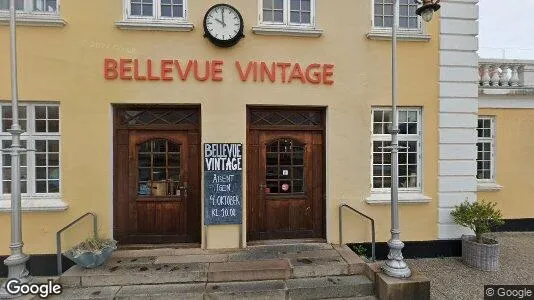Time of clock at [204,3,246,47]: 9:59
